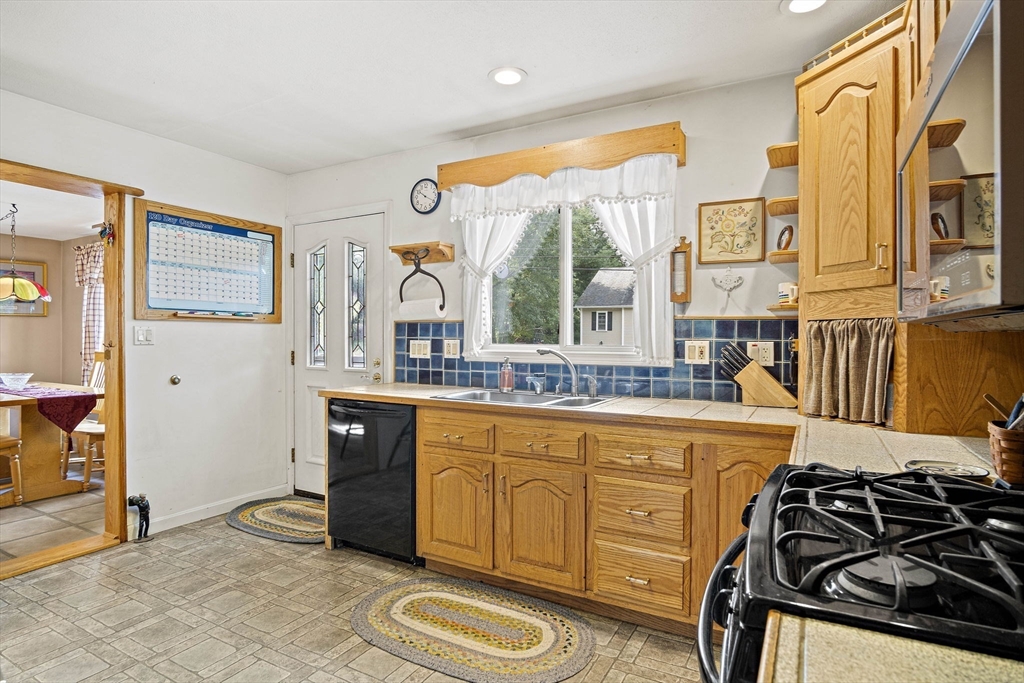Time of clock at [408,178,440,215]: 10:19
